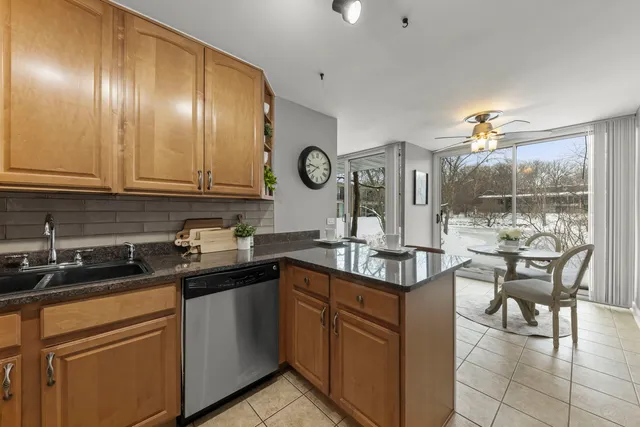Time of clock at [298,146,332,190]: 7:46
